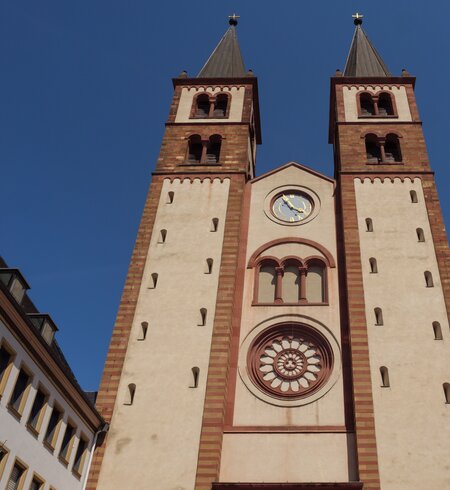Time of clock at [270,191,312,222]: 3:54
